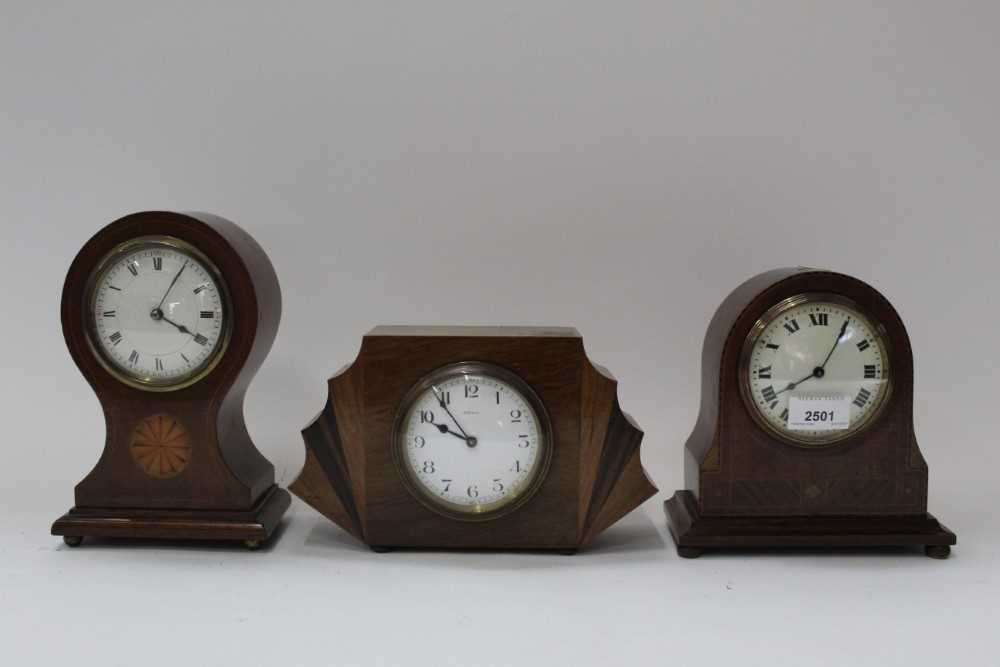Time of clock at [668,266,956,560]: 8:05
